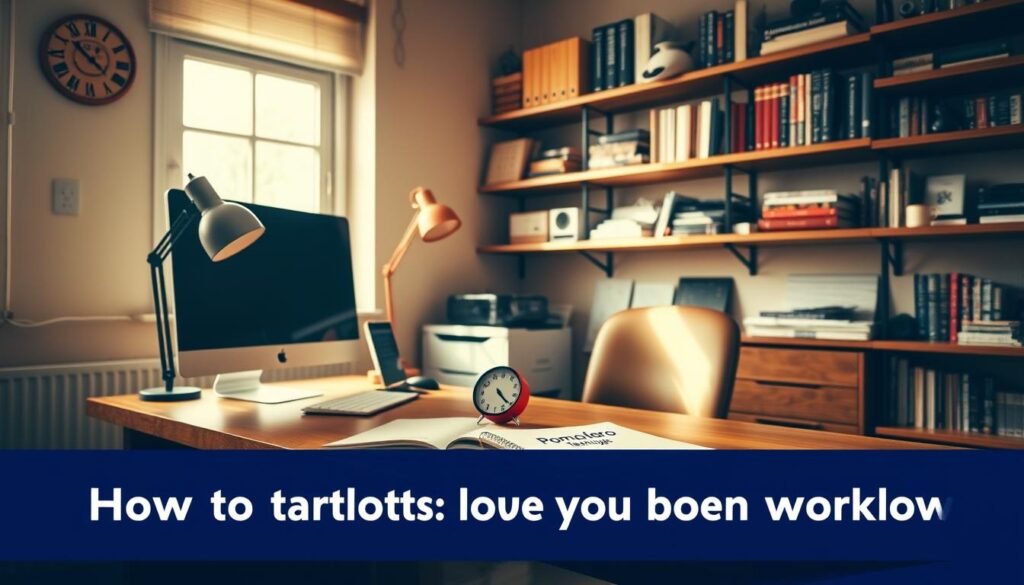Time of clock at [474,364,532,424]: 4:21
